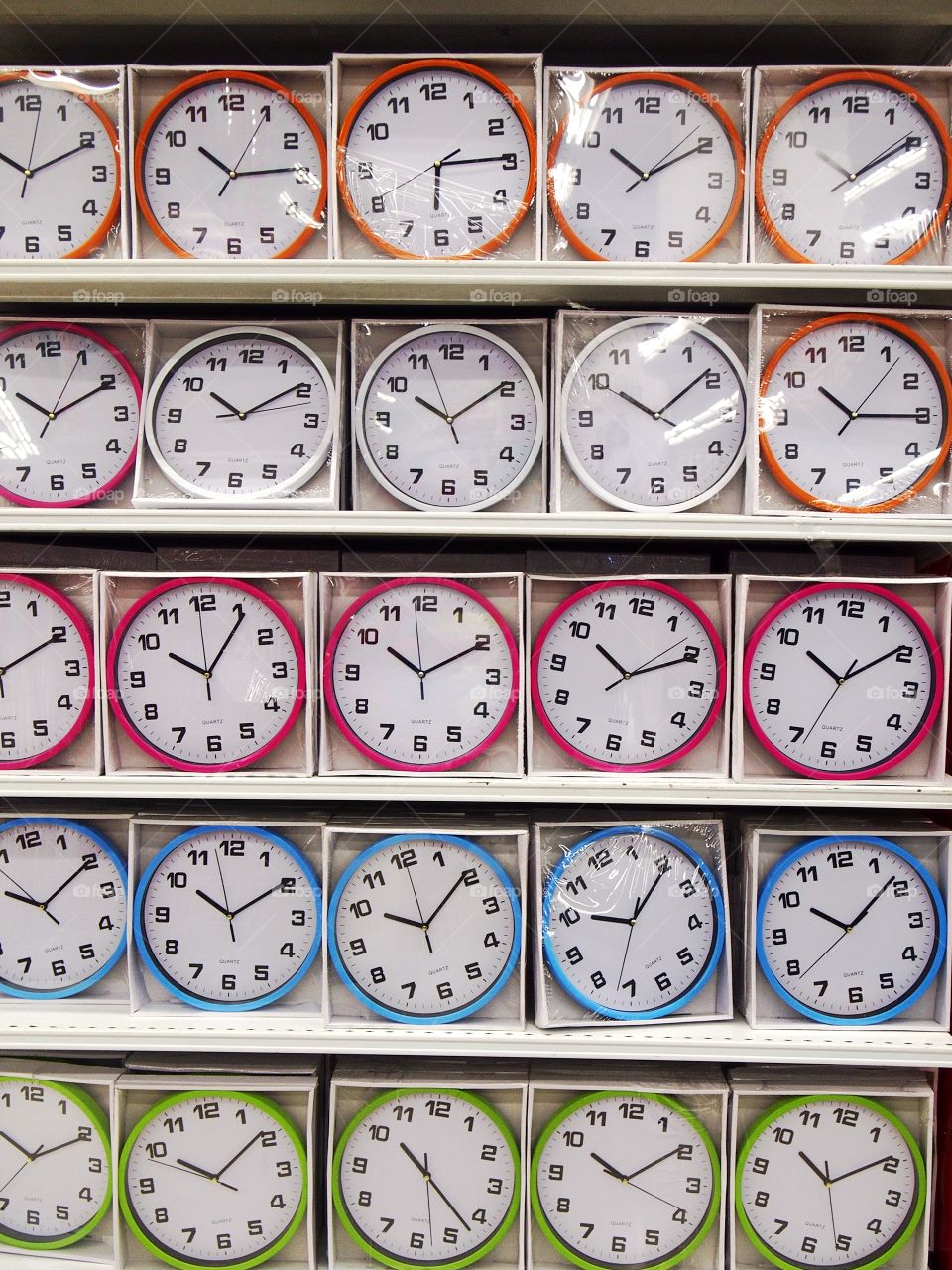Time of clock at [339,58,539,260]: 6:14
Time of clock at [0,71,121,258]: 10:10
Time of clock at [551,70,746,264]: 10:10
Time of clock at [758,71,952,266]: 10:09
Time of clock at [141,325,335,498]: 10:09
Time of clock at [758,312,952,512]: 10:15
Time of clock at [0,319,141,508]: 10:10
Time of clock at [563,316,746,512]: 10:08
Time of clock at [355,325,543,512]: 10:09
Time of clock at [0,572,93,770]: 10:10
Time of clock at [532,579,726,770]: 10:10
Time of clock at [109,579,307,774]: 10:05
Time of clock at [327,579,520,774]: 10:10
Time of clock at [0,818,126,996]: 10:09
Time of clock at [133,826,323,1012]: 10:09
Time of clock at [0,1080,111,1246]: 10:10
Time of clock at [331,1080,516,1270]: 10:22
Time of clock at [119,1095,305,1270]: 10:08
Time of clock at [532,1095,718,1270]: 10:09
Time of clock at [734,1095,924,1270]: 10:09
